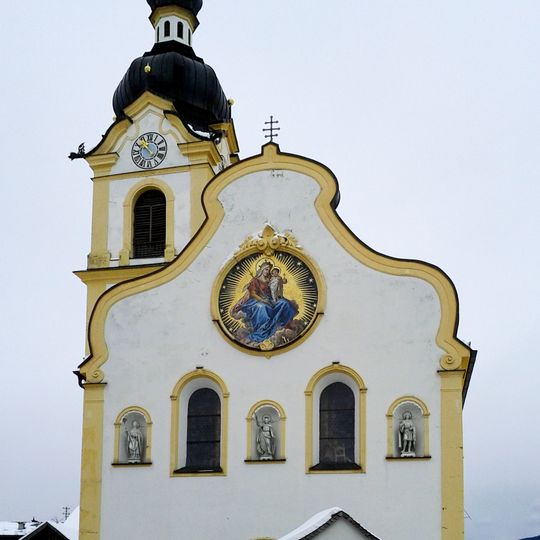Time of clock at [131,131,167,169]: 10:23
